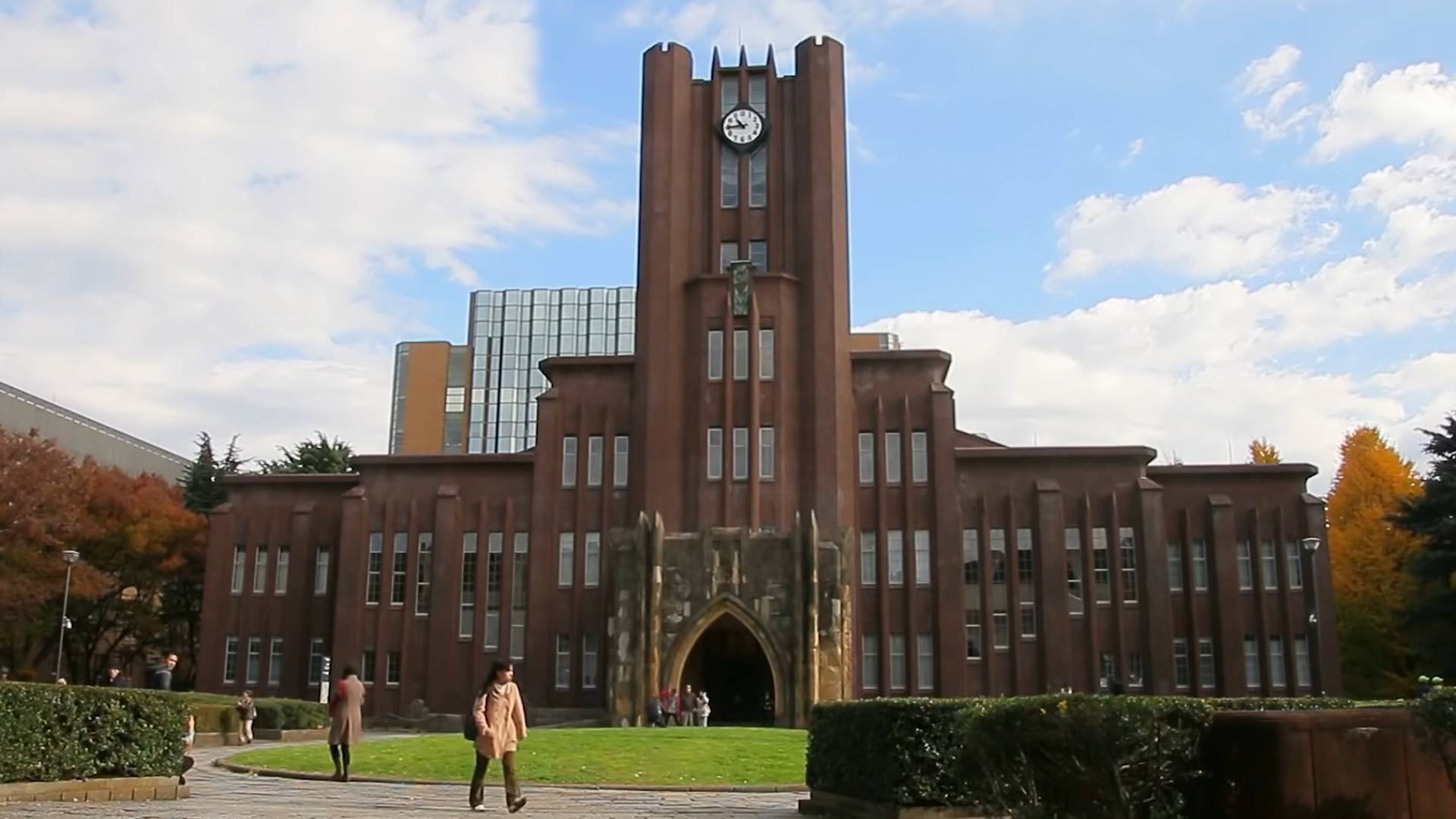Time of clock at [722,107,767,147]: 10:44
